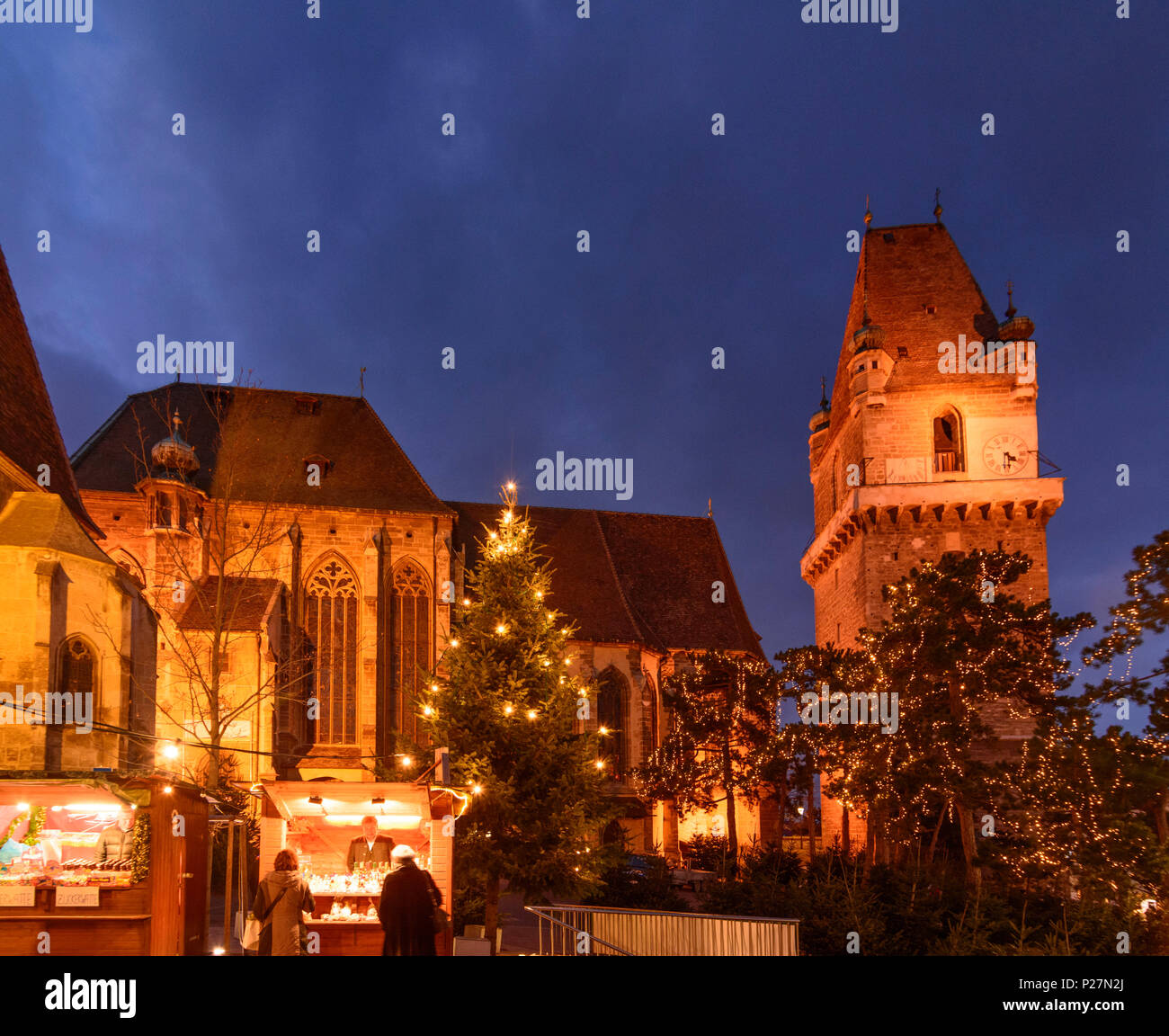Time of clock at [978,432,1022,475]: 4:29
